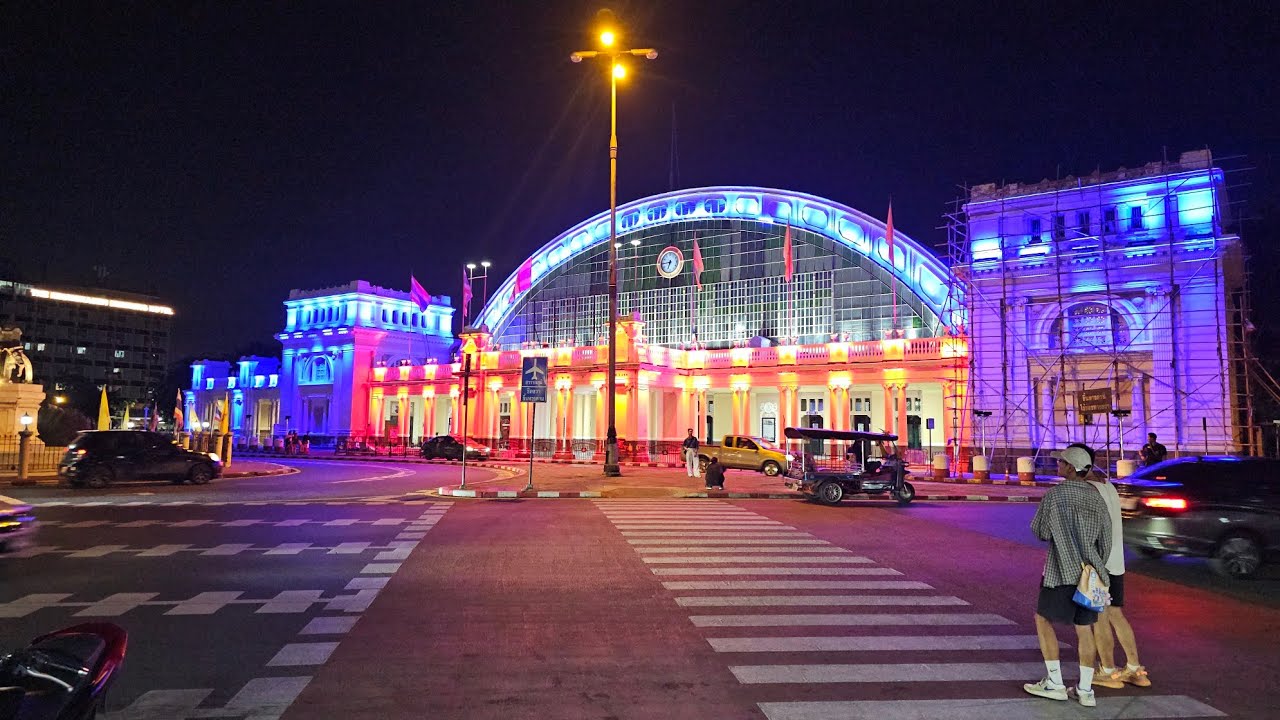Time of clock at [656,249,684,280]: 6:44
